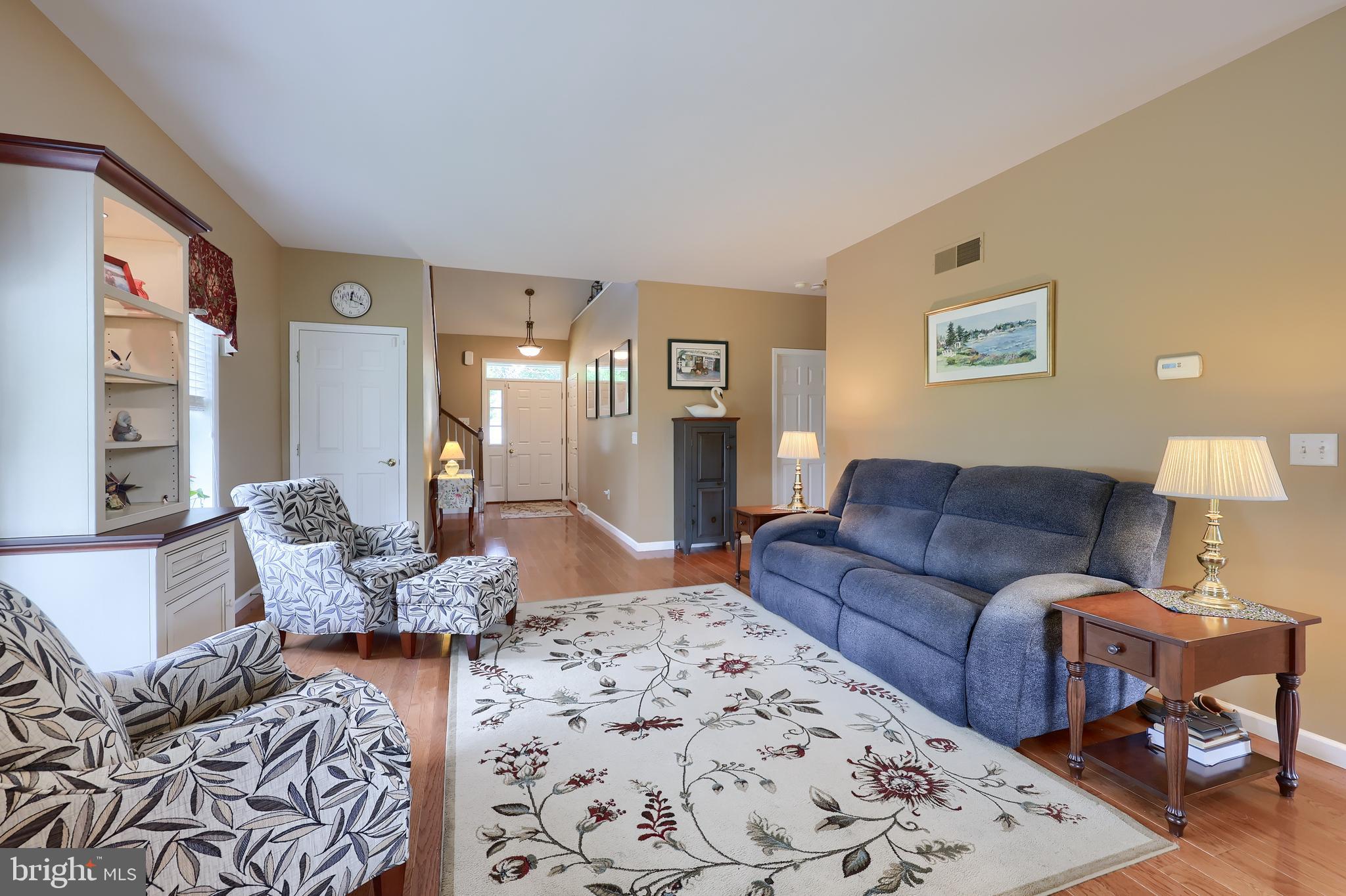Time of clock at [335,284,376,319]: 12:18
